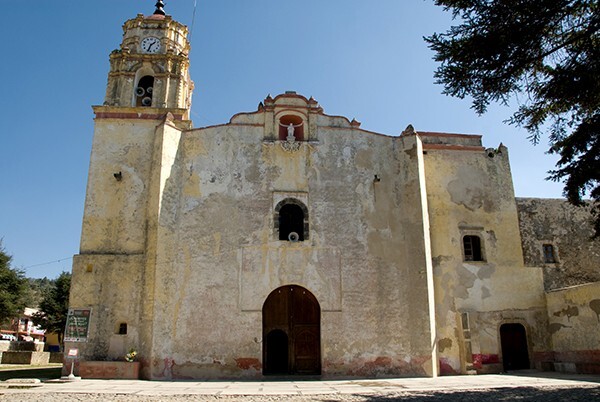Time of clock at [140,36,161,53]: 1:33
